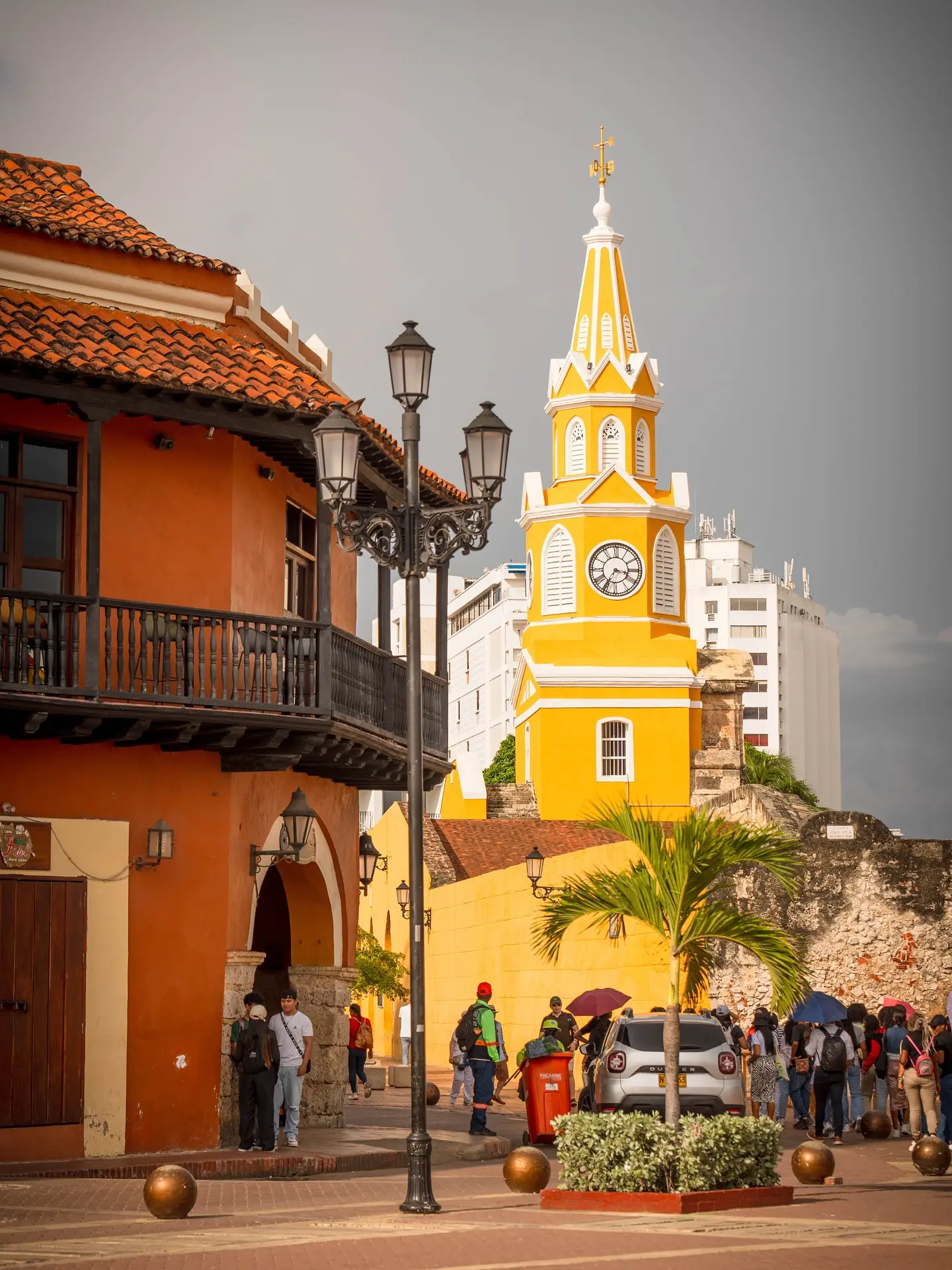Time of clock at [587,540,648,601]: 3:35
